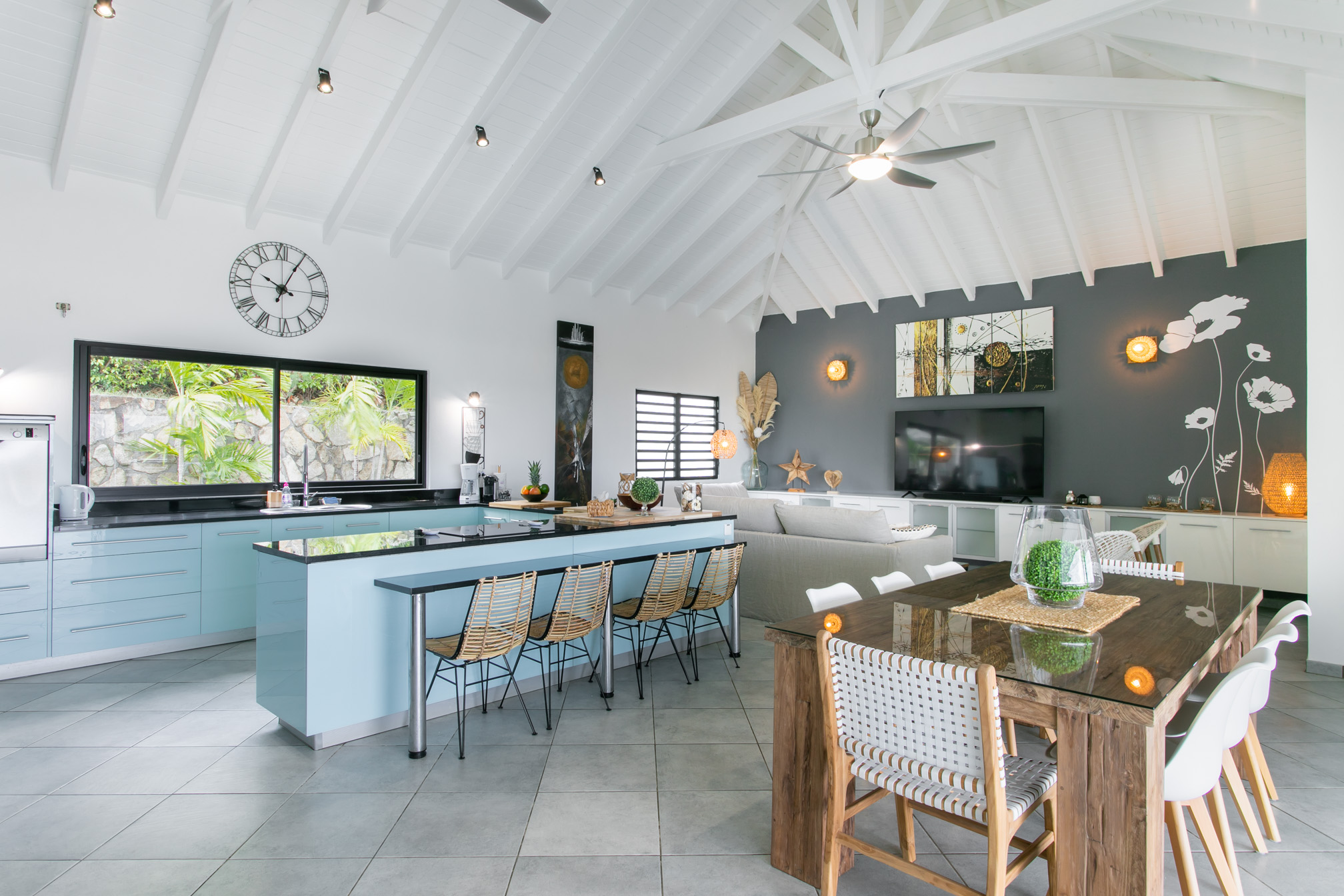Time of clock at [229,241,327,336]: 10:04
